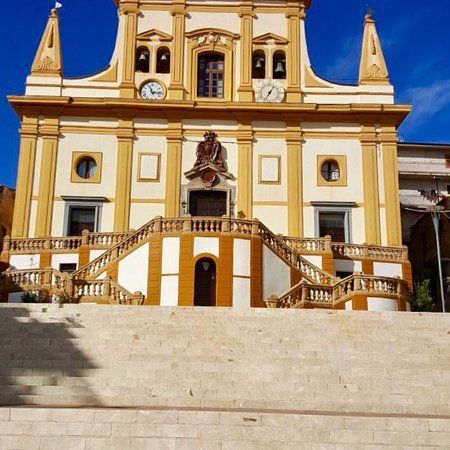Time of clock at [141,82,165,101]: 11:16
